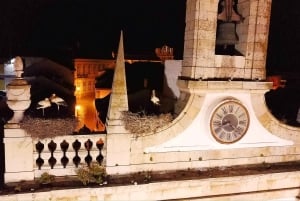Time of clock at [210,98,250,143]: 8:21
